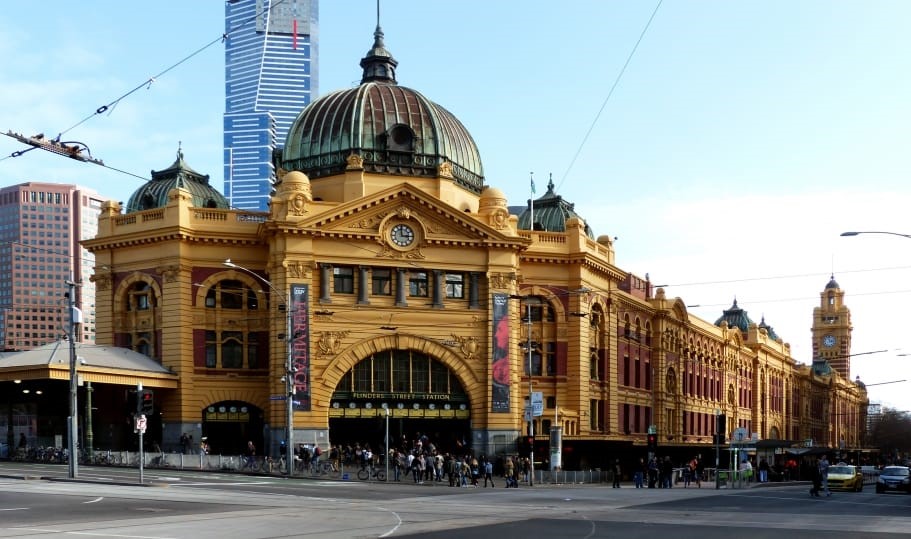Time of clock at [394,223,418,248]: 2:58
